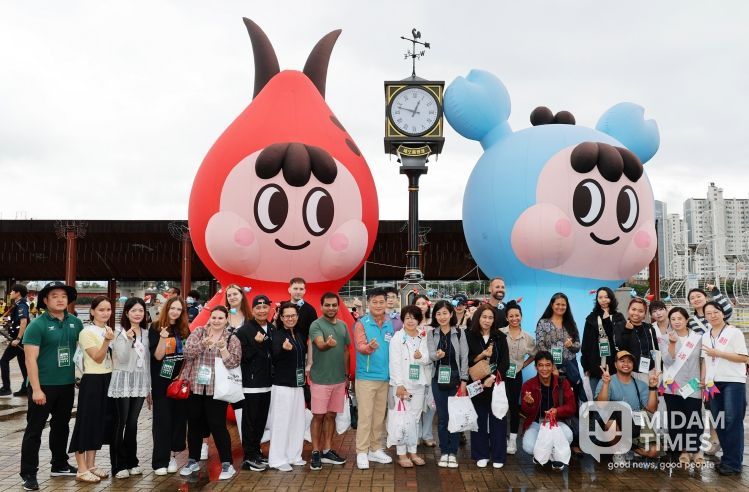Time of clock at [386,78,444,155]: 12:47
